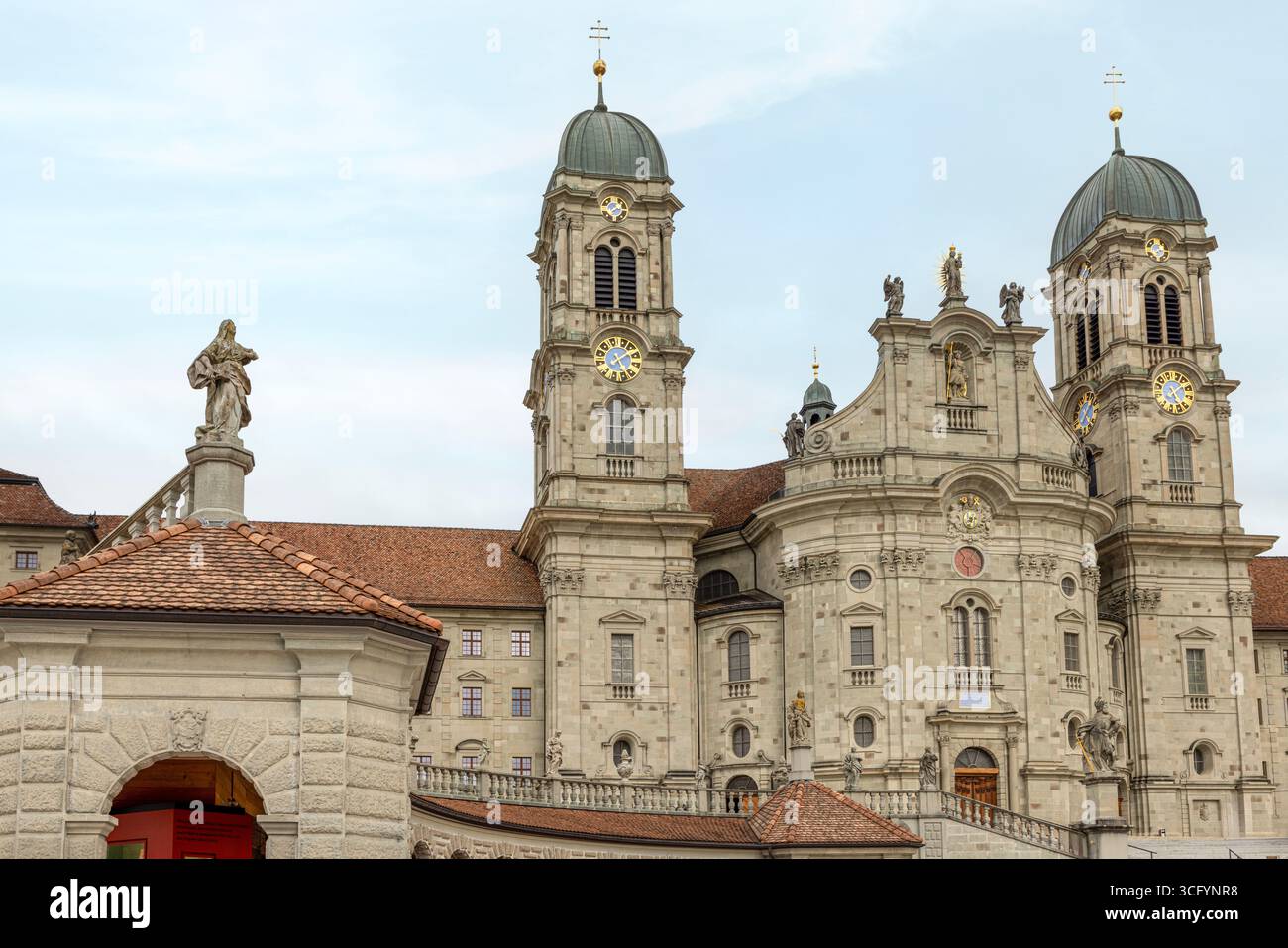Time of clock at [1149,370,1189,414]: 5:08
